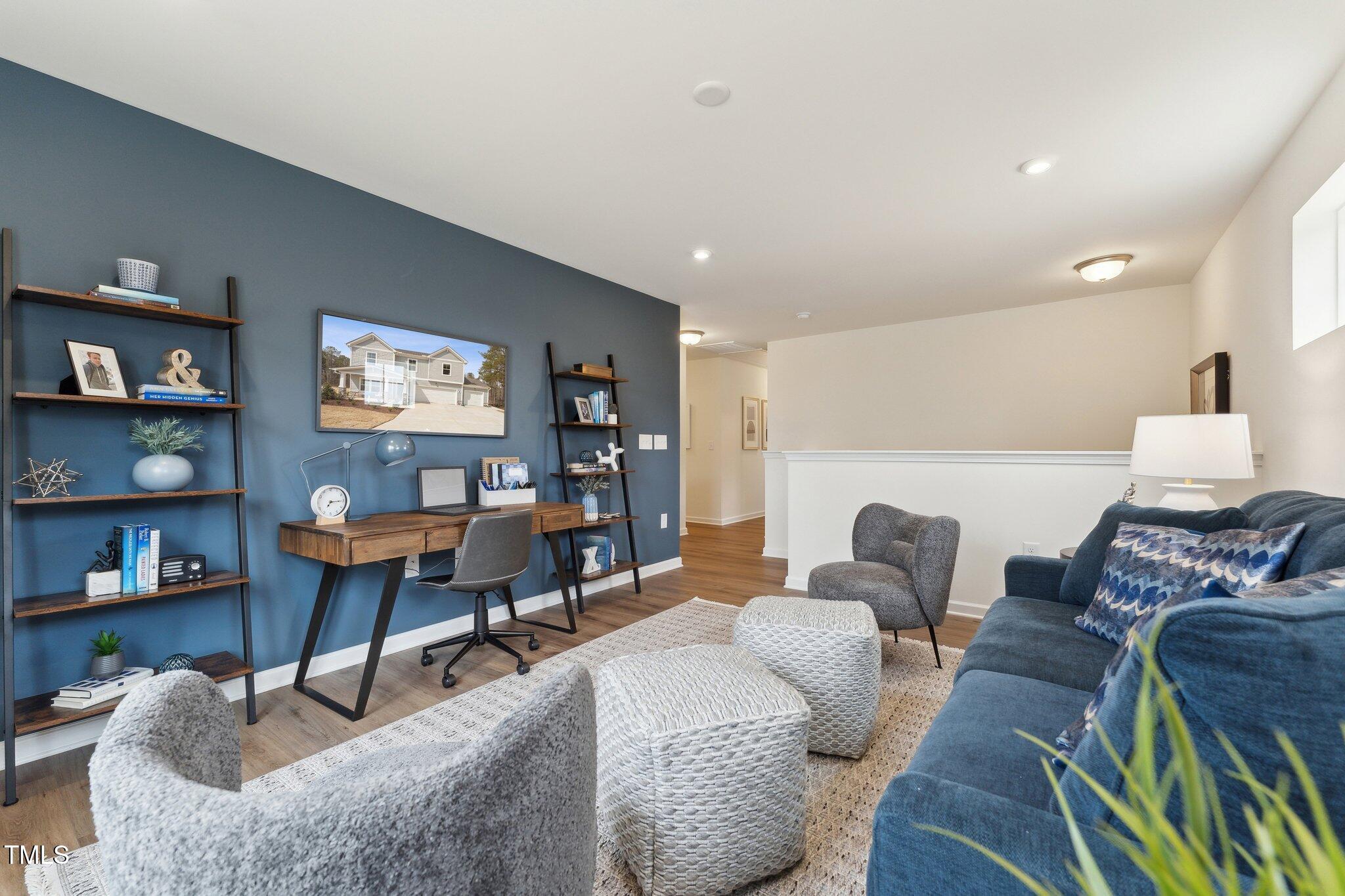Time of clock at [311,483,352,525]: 7:15
